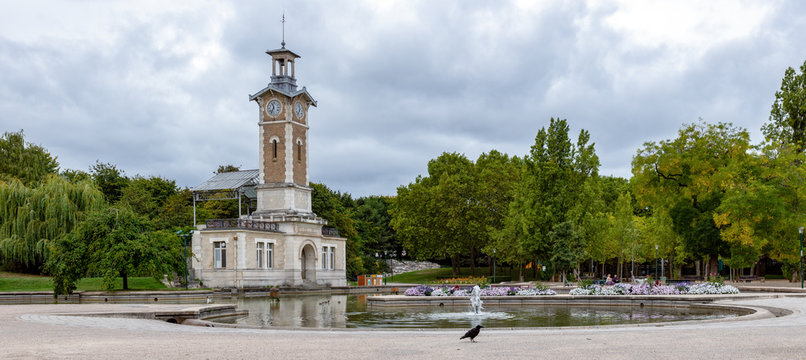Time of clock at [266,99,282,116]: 11:35
